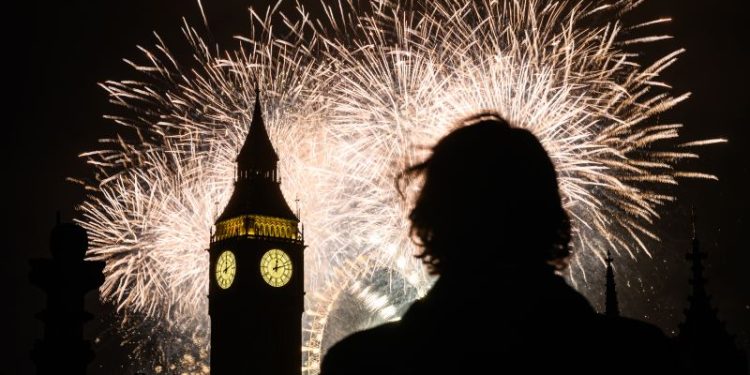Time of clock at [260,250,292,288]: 12:12
